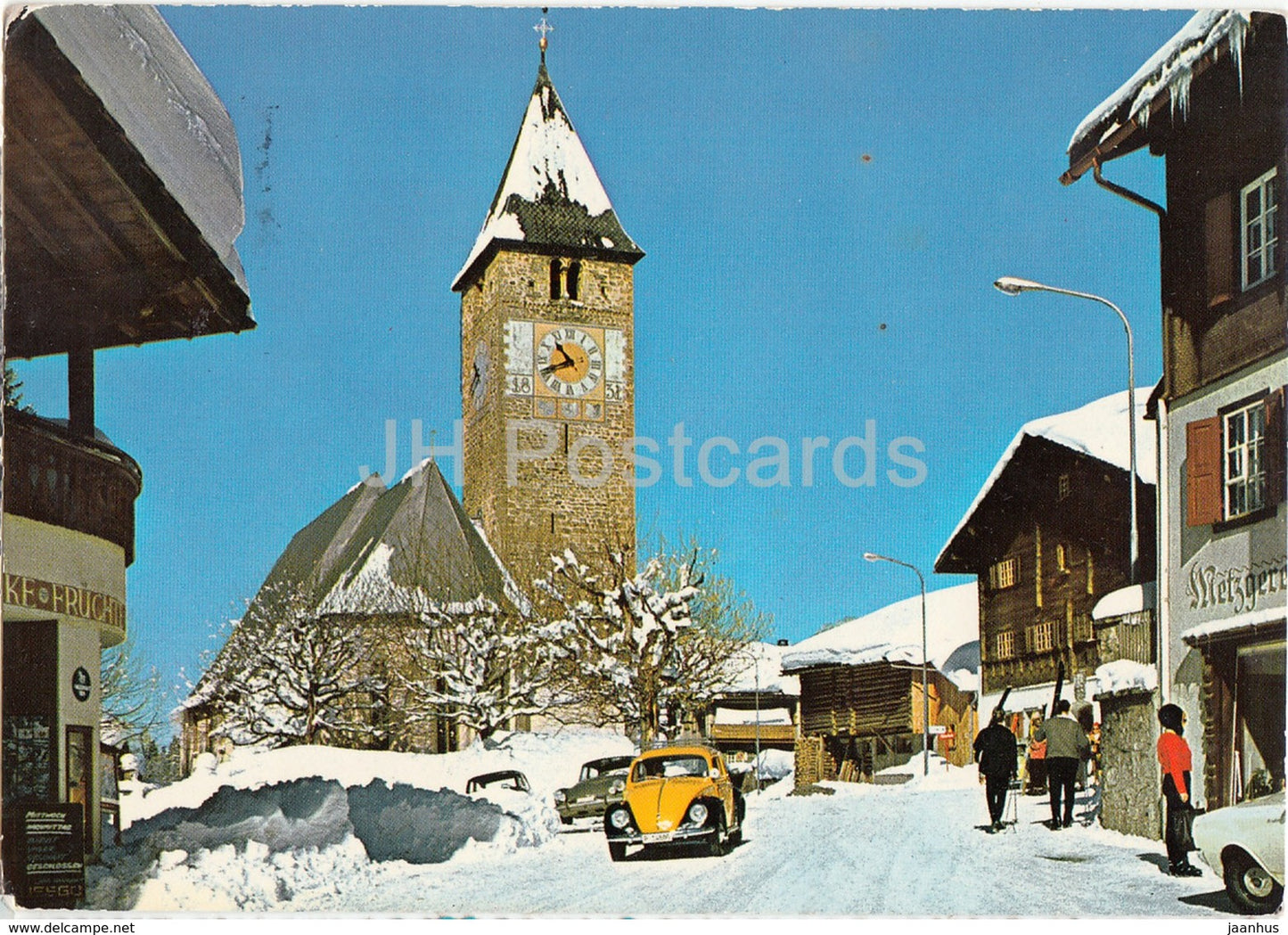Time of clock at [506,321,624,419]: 10:41
